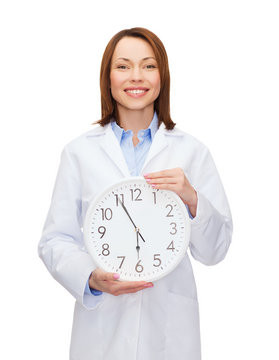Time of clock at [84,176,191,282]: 5:55
